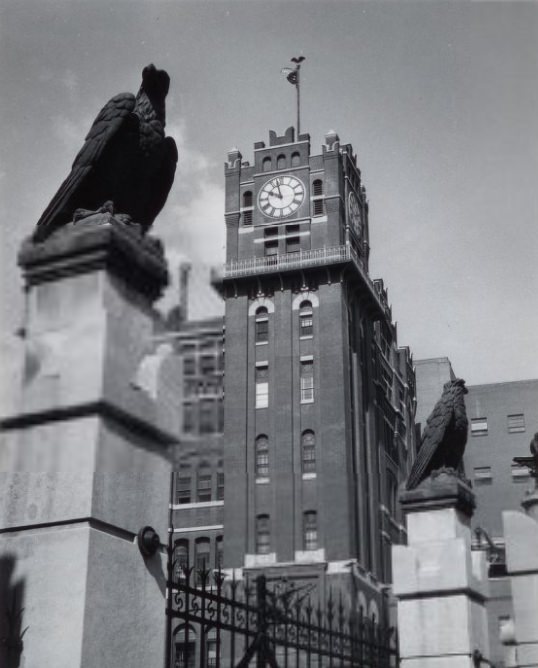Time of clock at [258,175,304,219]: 9:57
